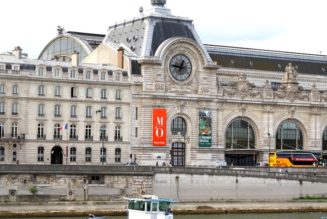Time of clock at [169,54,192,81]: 12:46
